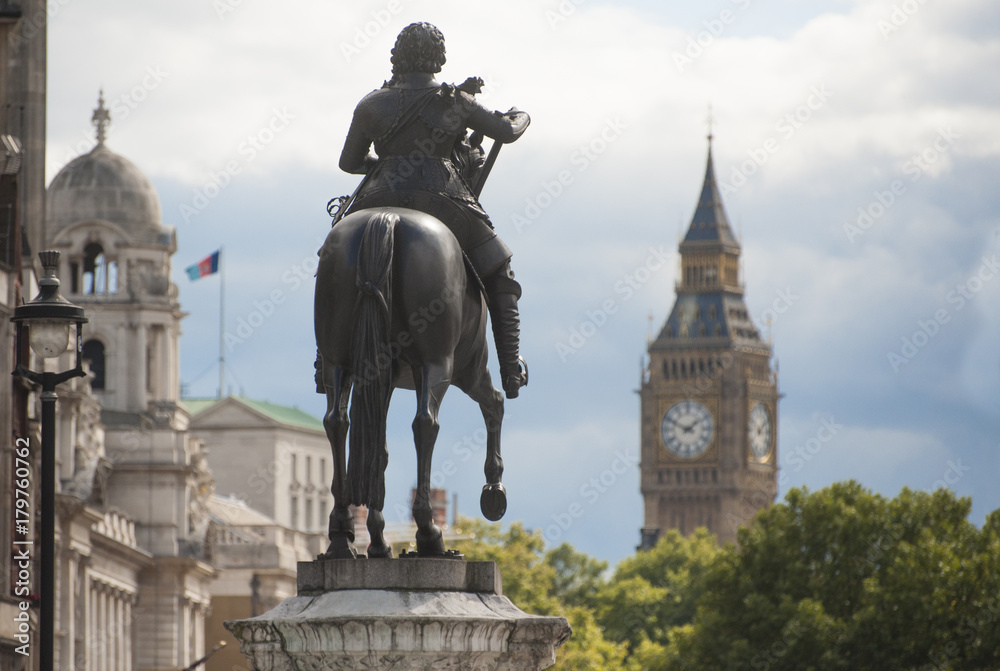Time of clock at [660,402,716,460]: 1:49
